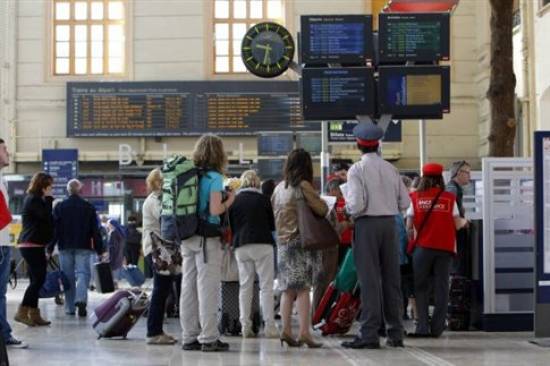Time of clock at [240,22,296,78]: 9:32
